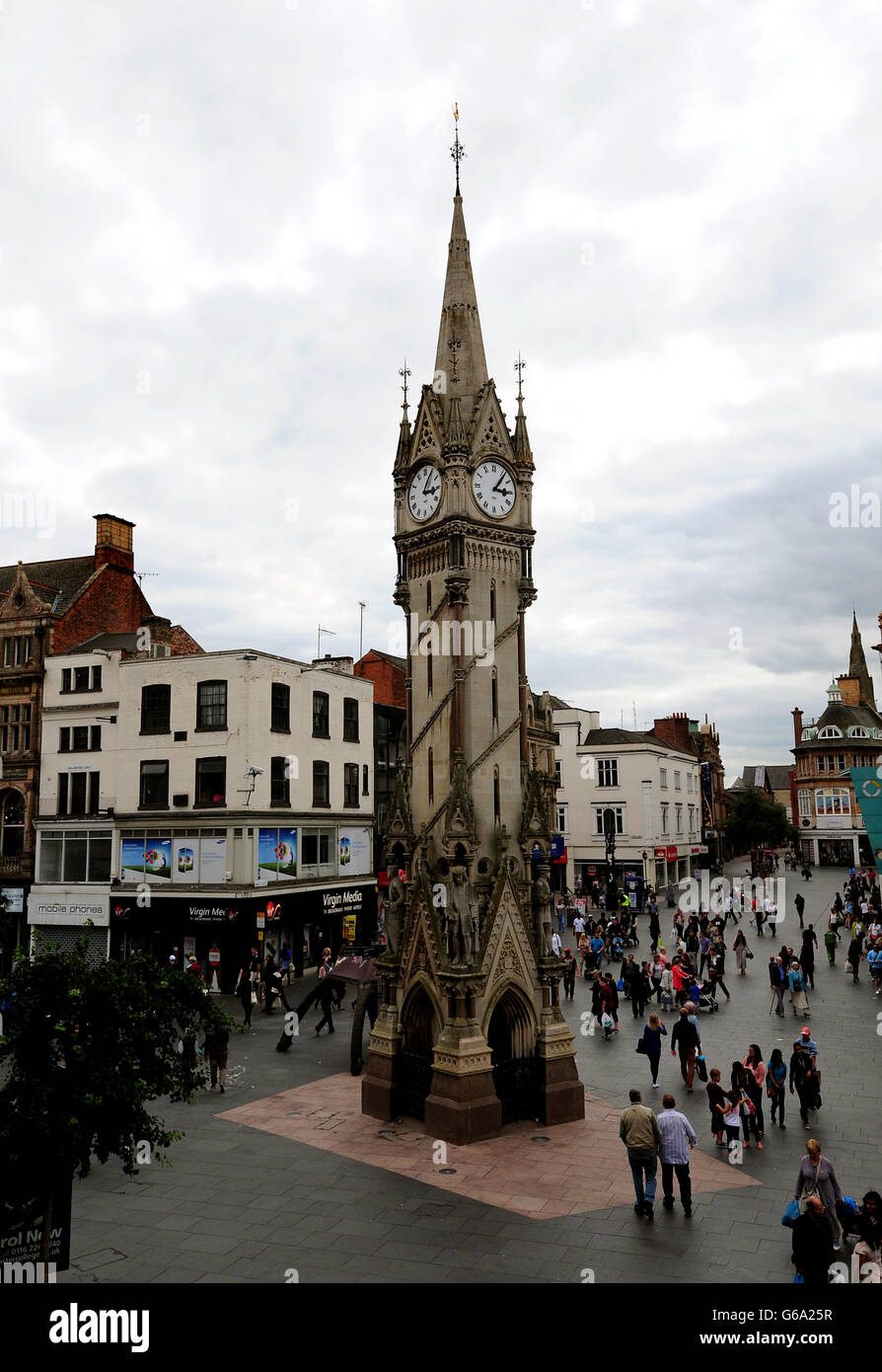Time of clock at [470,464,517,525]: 3:06
